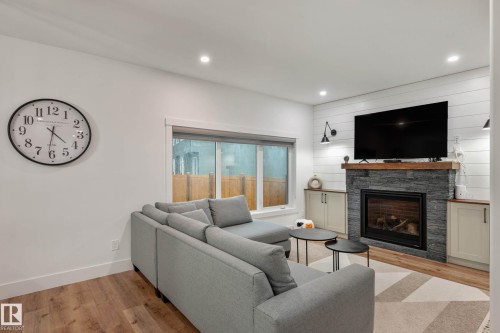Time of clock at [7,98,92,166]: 4:31
